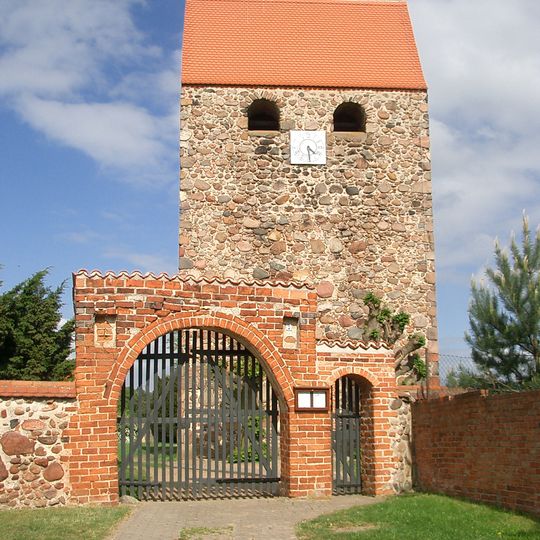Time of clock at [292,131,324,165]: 4:29
